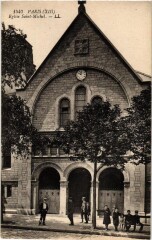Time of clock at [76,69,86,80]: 10:02
